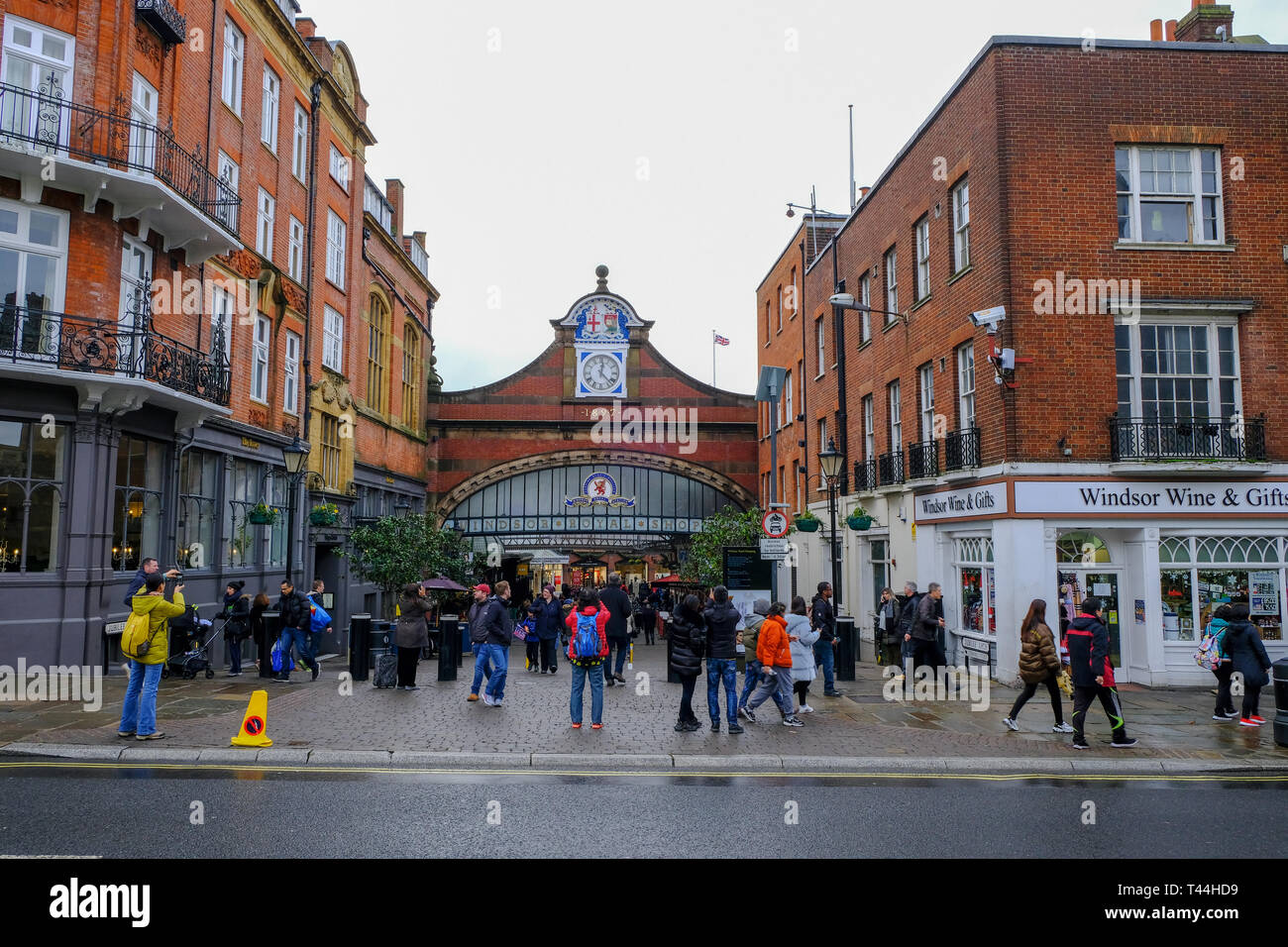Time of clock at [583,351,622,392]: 12:22
